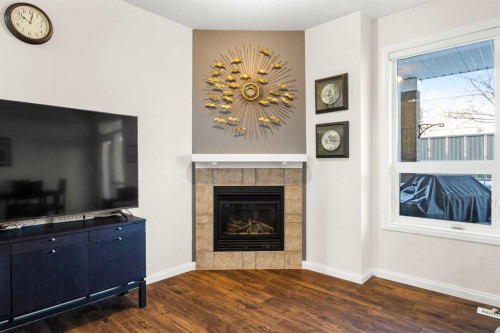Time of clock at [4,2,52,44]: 10:01
